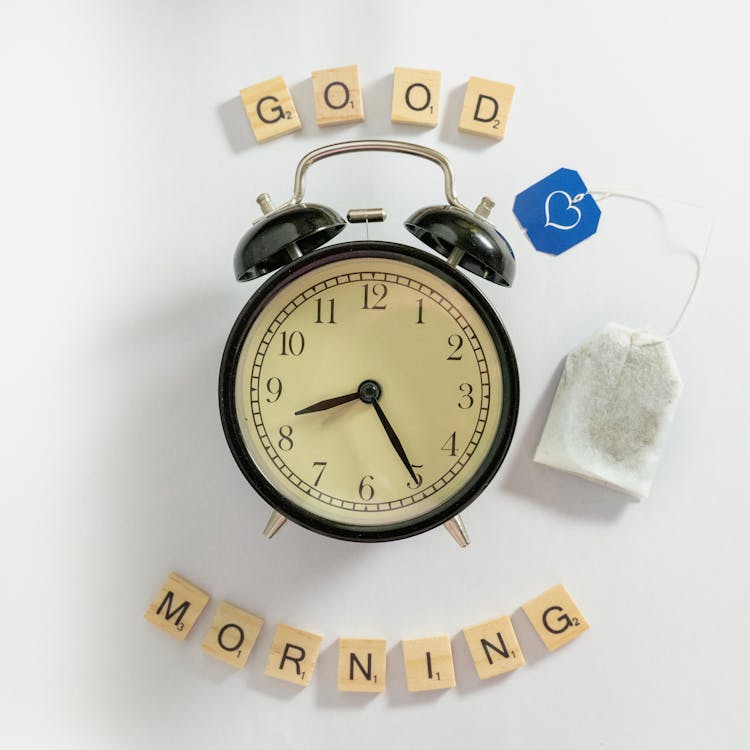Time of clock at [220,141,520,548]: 8:25
